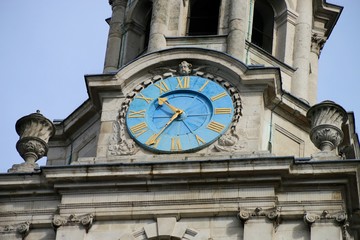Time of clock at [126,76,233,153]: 10:35
